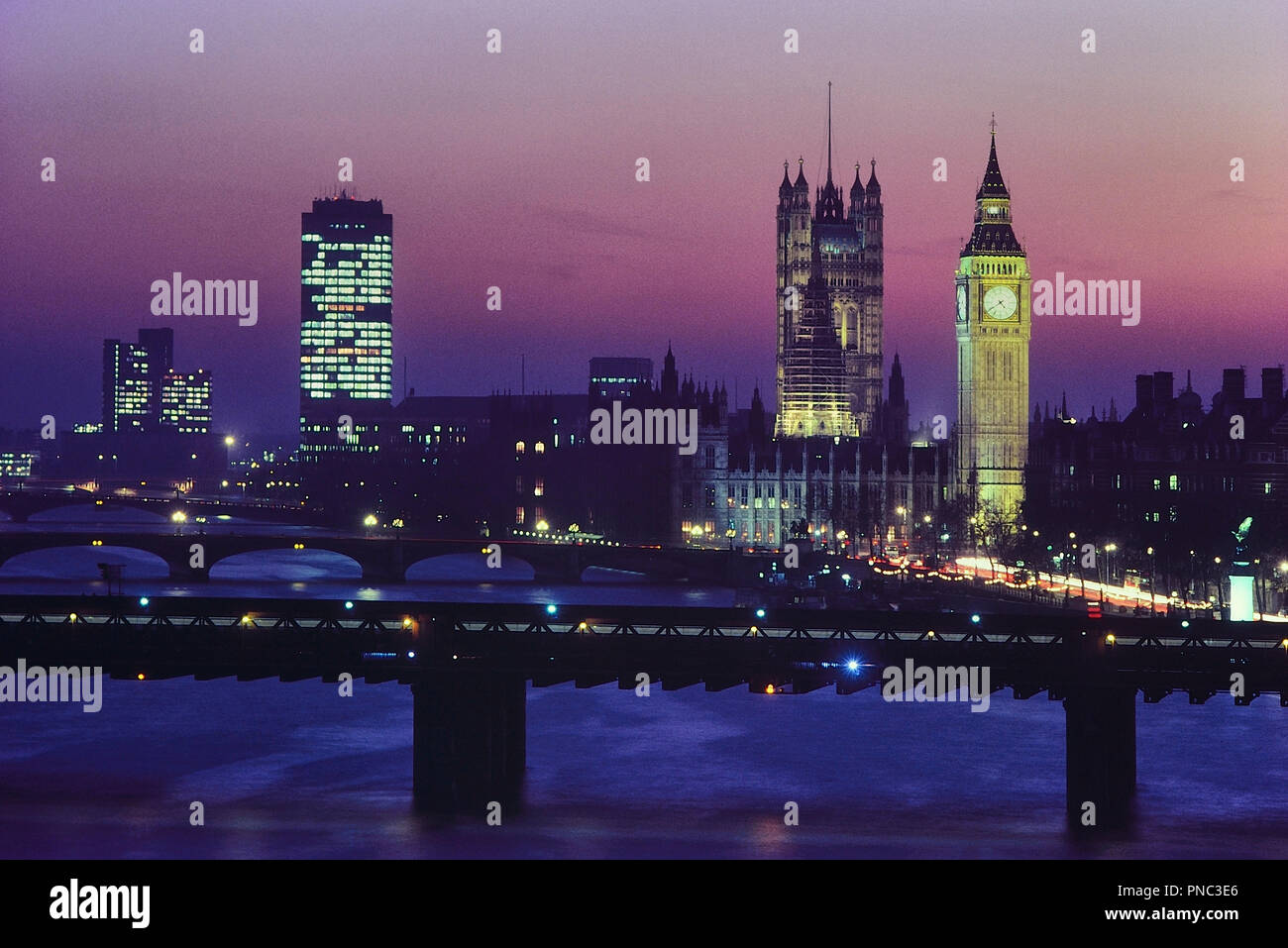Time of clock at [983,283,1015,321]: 4:39
